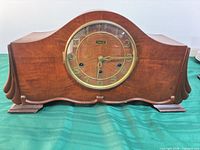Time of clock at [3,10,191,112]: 6:15
